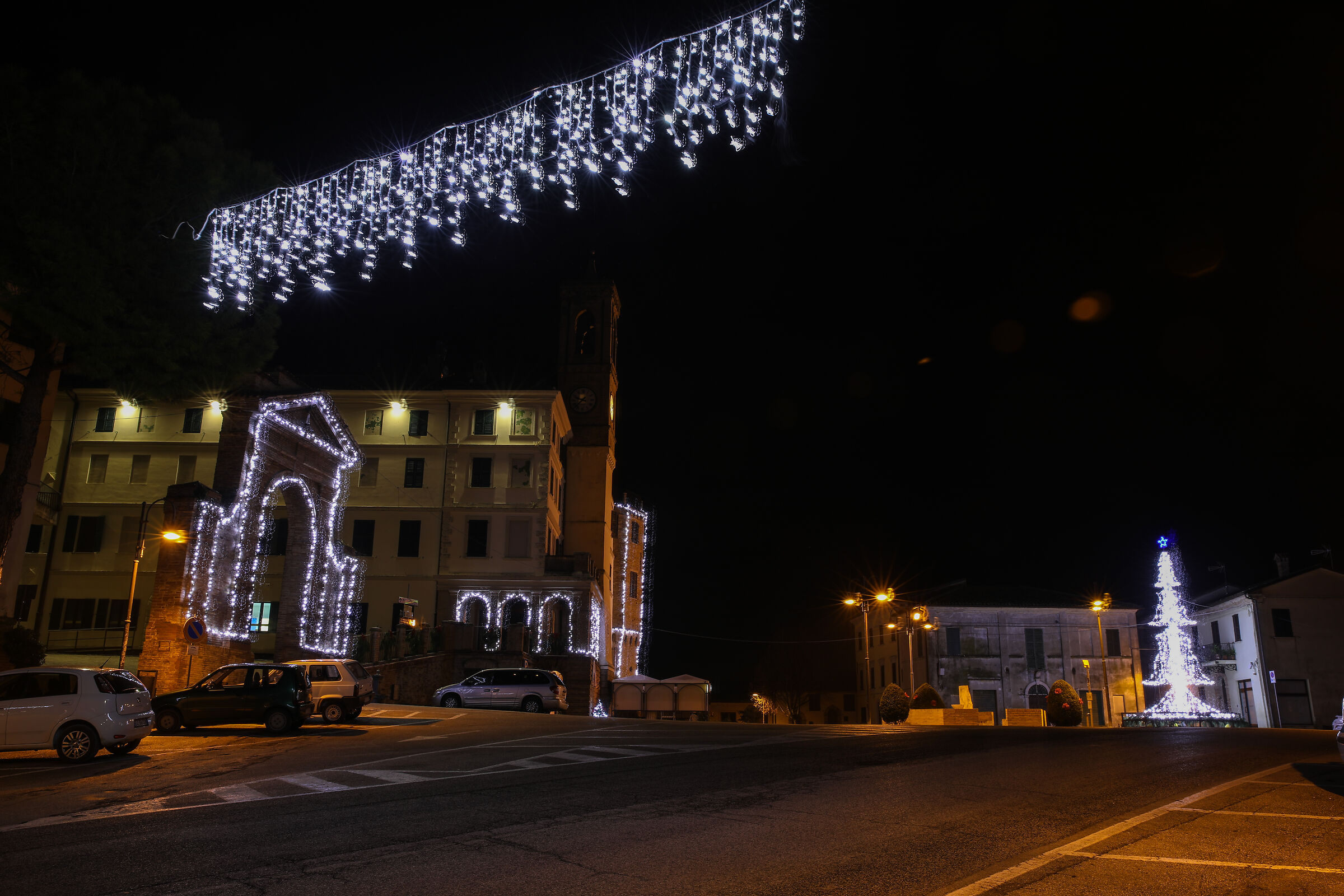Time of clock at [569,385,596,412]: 9:37
